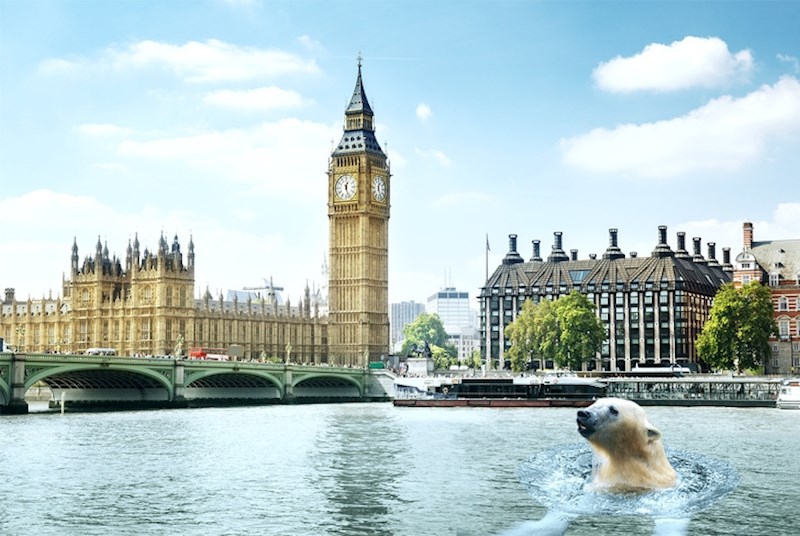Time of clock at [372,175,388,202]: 12:26
